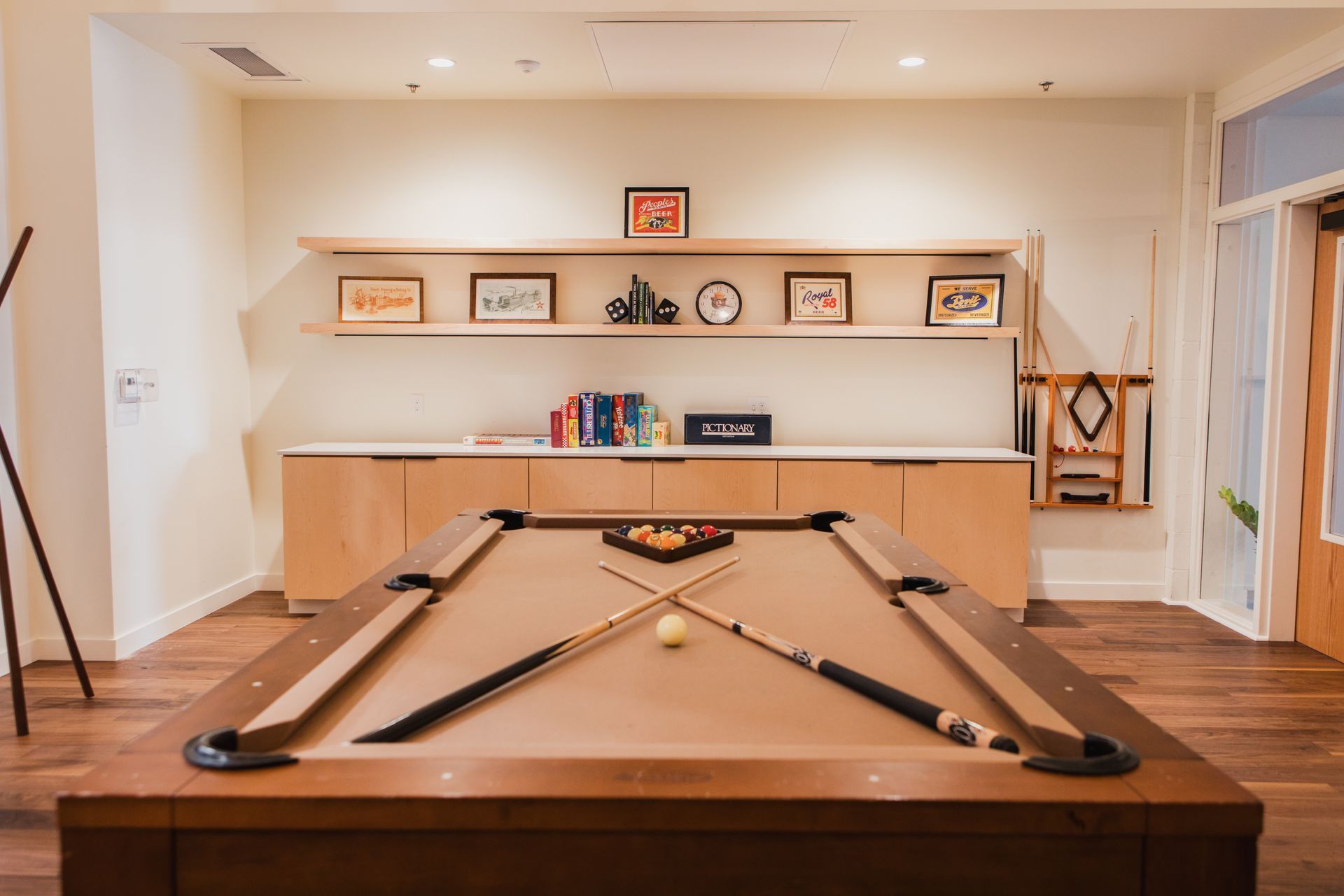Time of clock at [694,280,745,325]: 2:17
